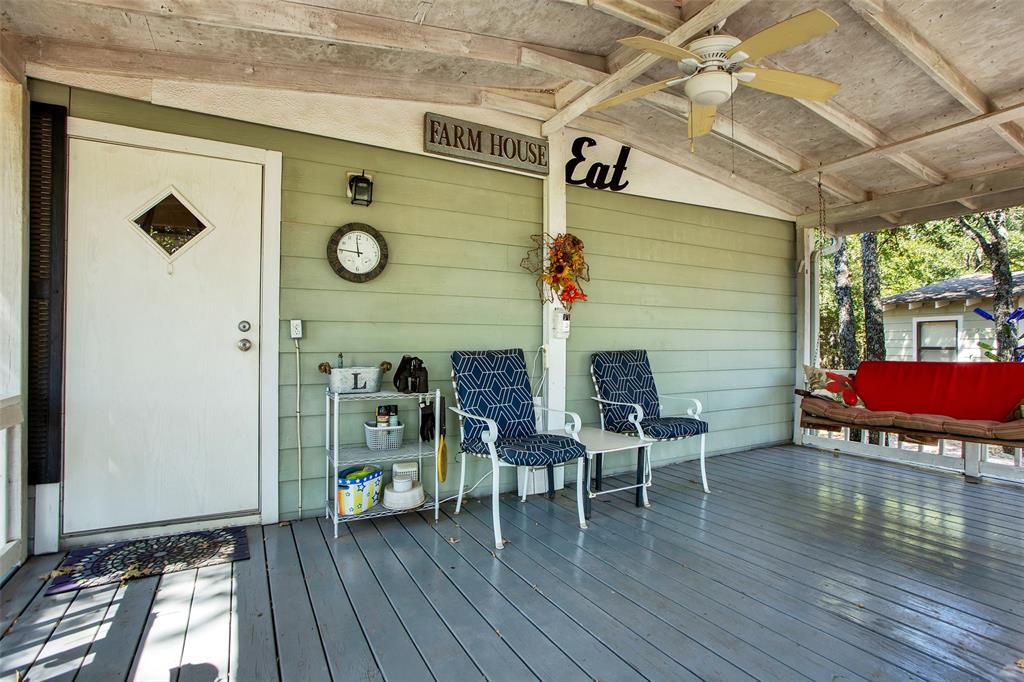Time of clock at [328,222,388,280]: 11:46
